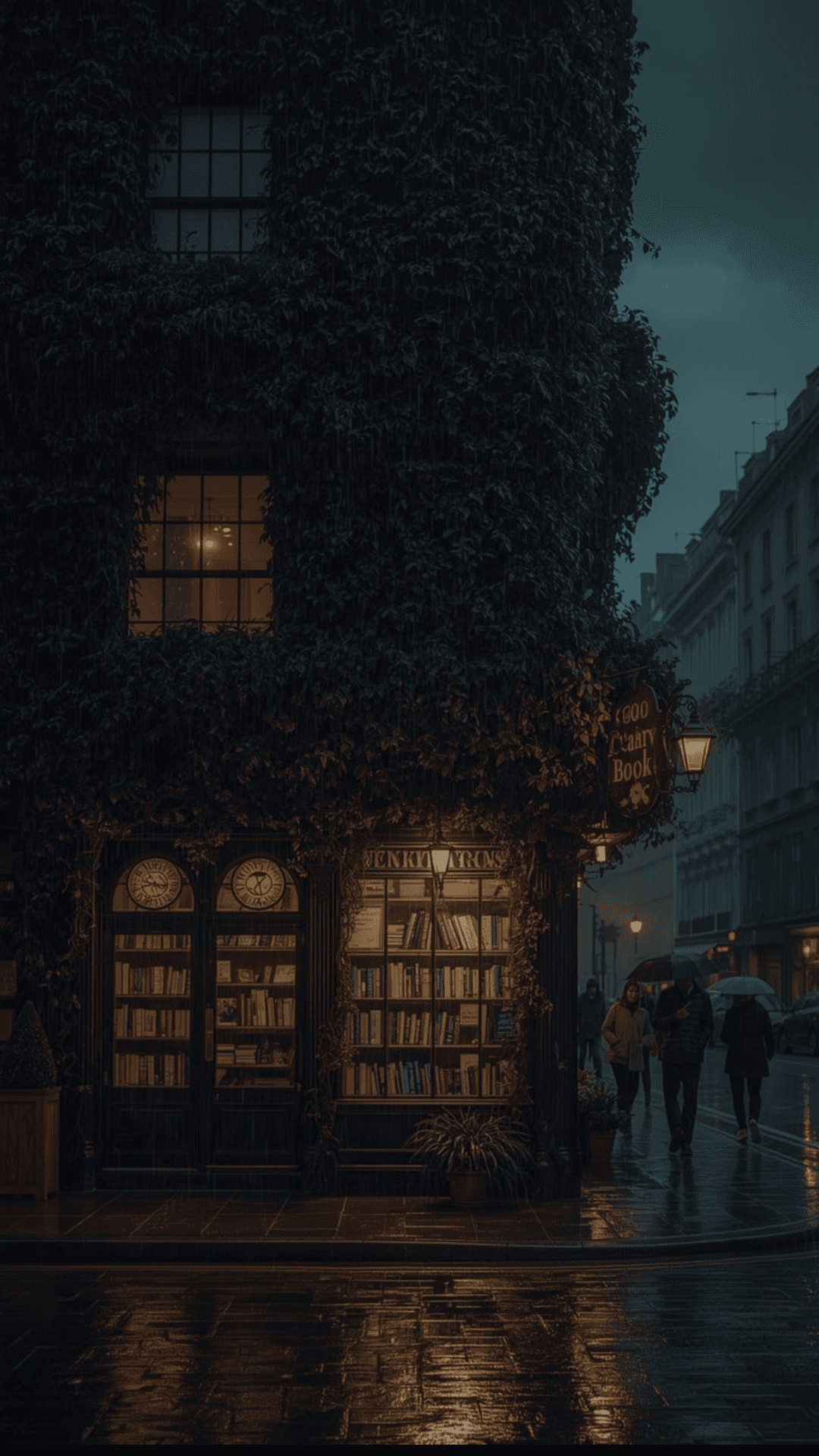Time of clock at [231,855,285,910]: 1:28
